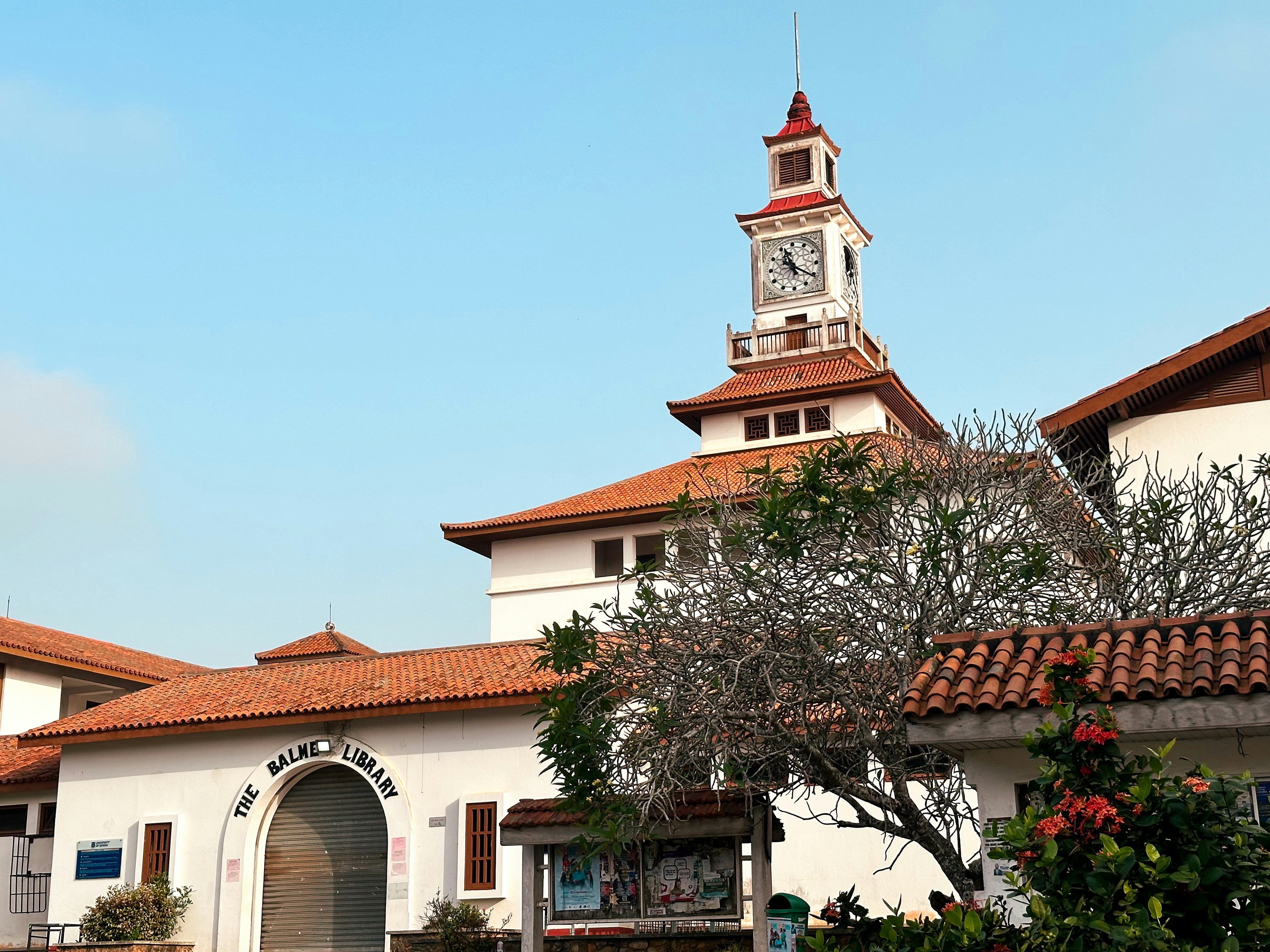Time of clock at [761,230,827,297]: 11:20
